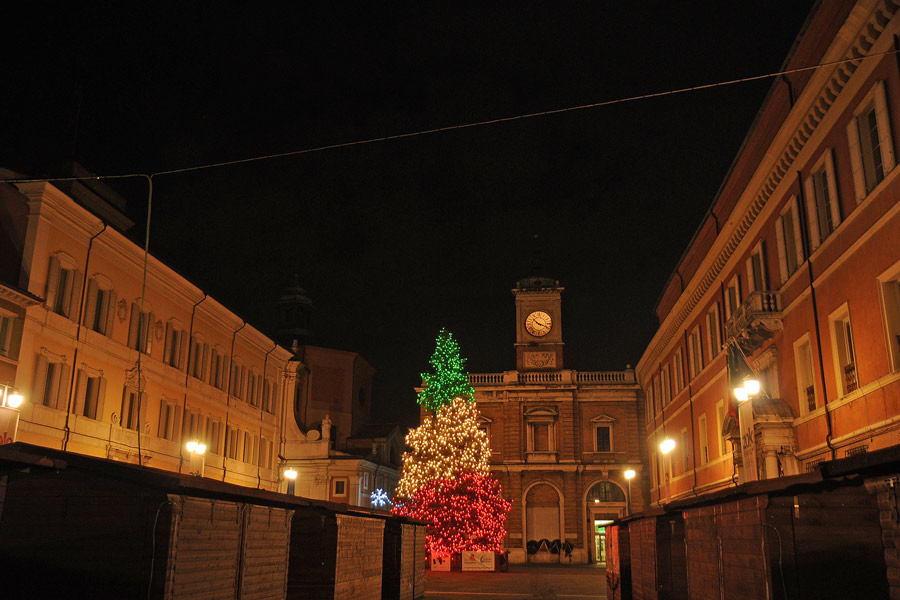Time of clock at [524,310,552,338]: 10:18
